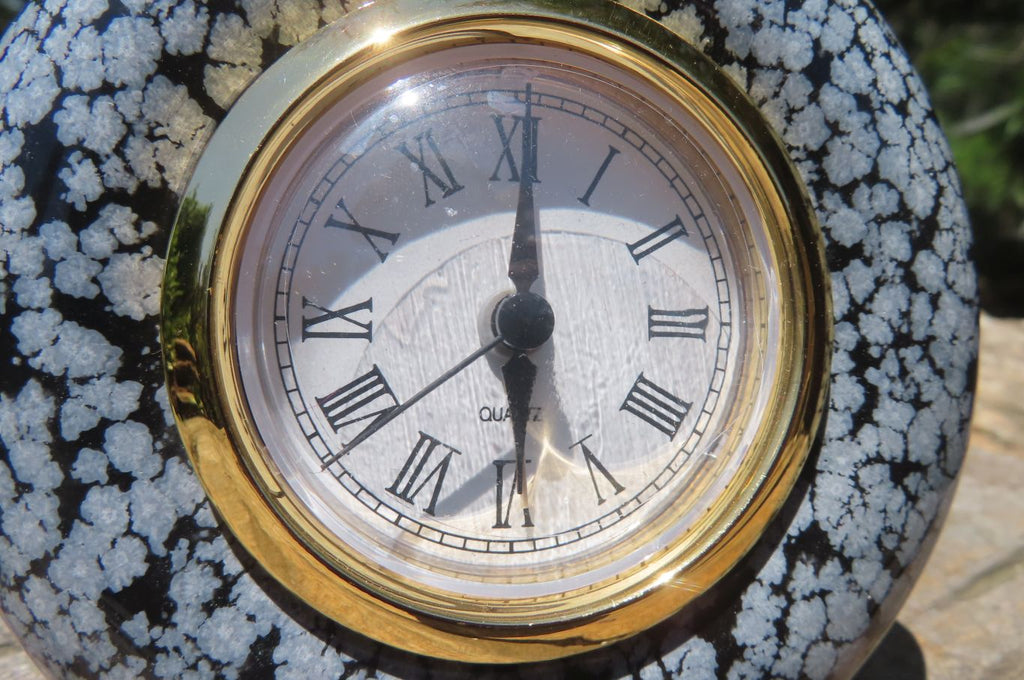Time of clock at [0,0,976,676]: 6:00
